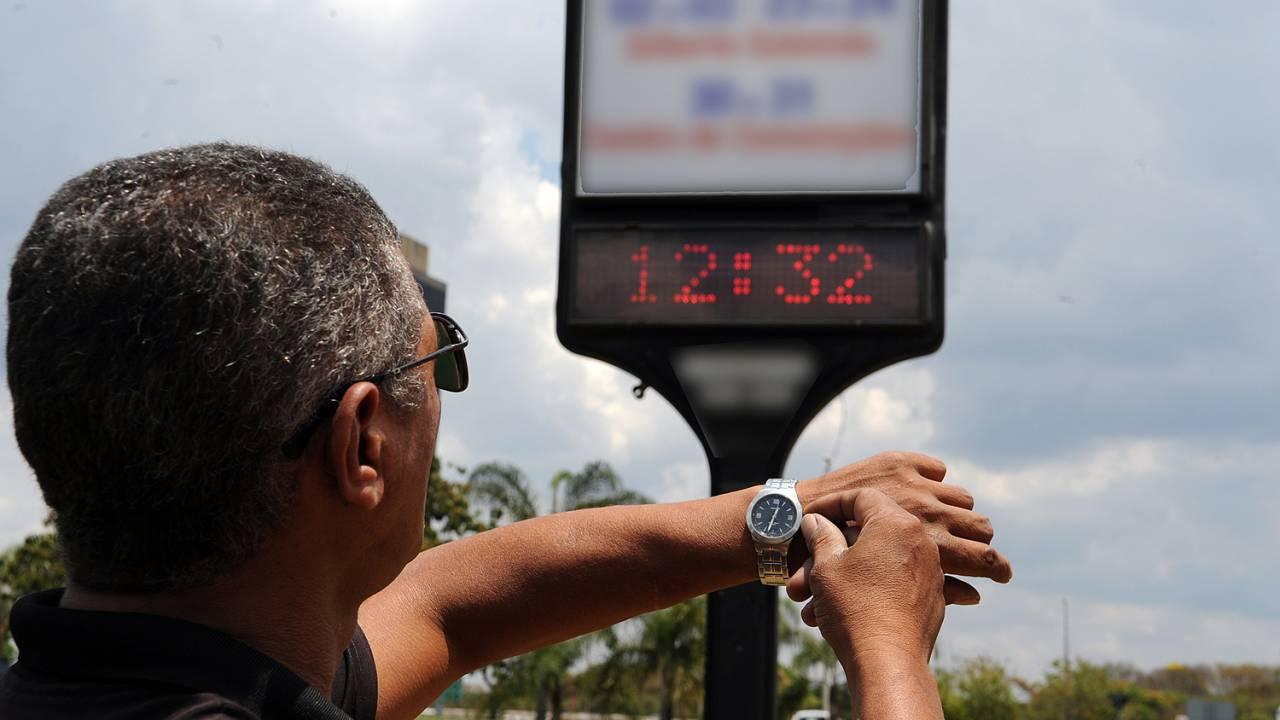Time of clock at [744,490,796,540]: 12:32
